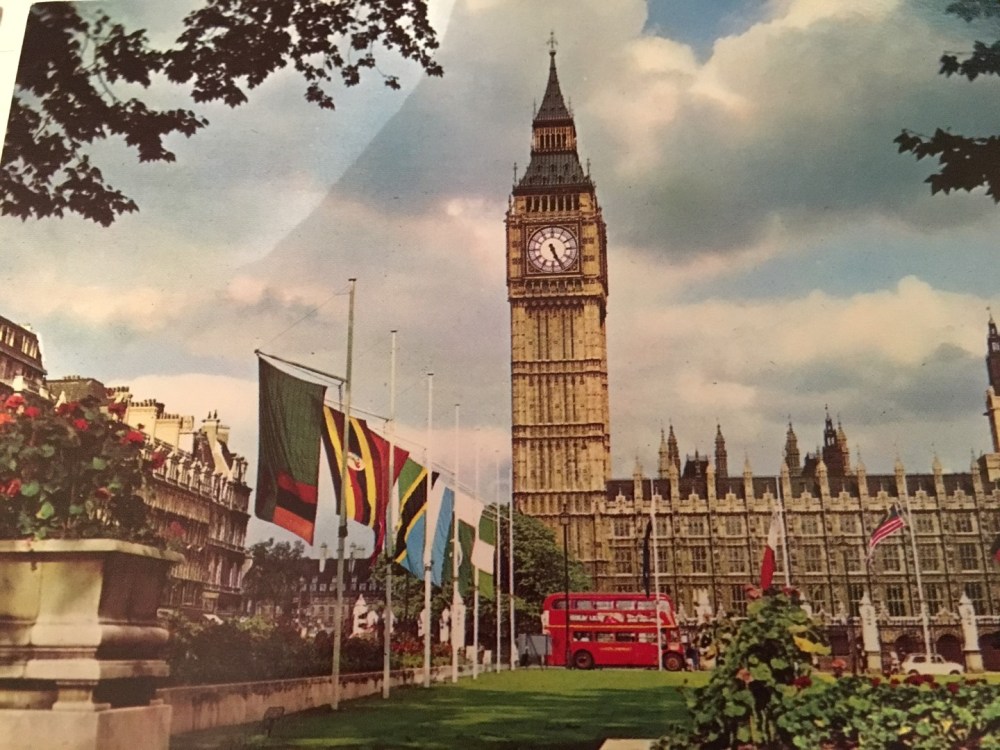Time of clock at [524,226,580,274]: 5:26
